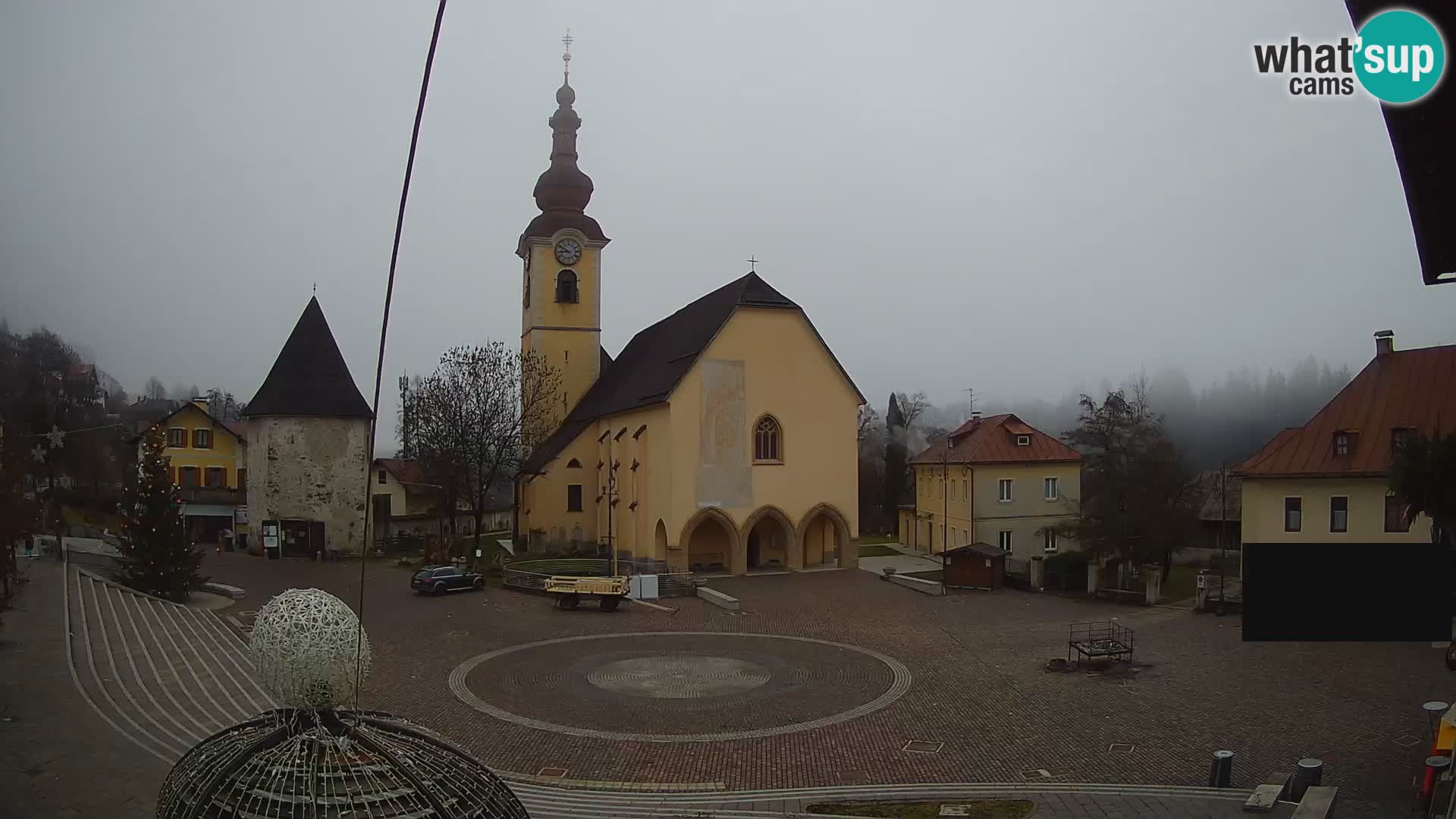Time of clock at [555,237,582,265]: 8:49
